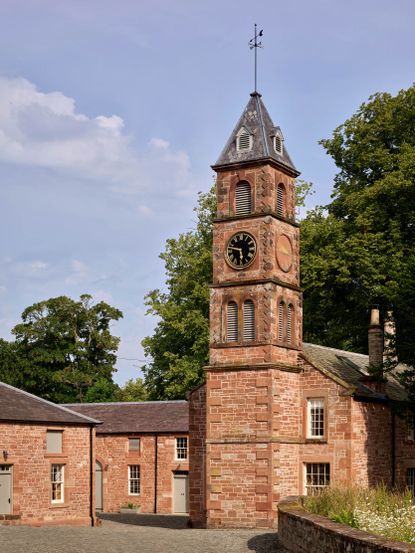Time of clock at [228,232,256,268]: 5:46
